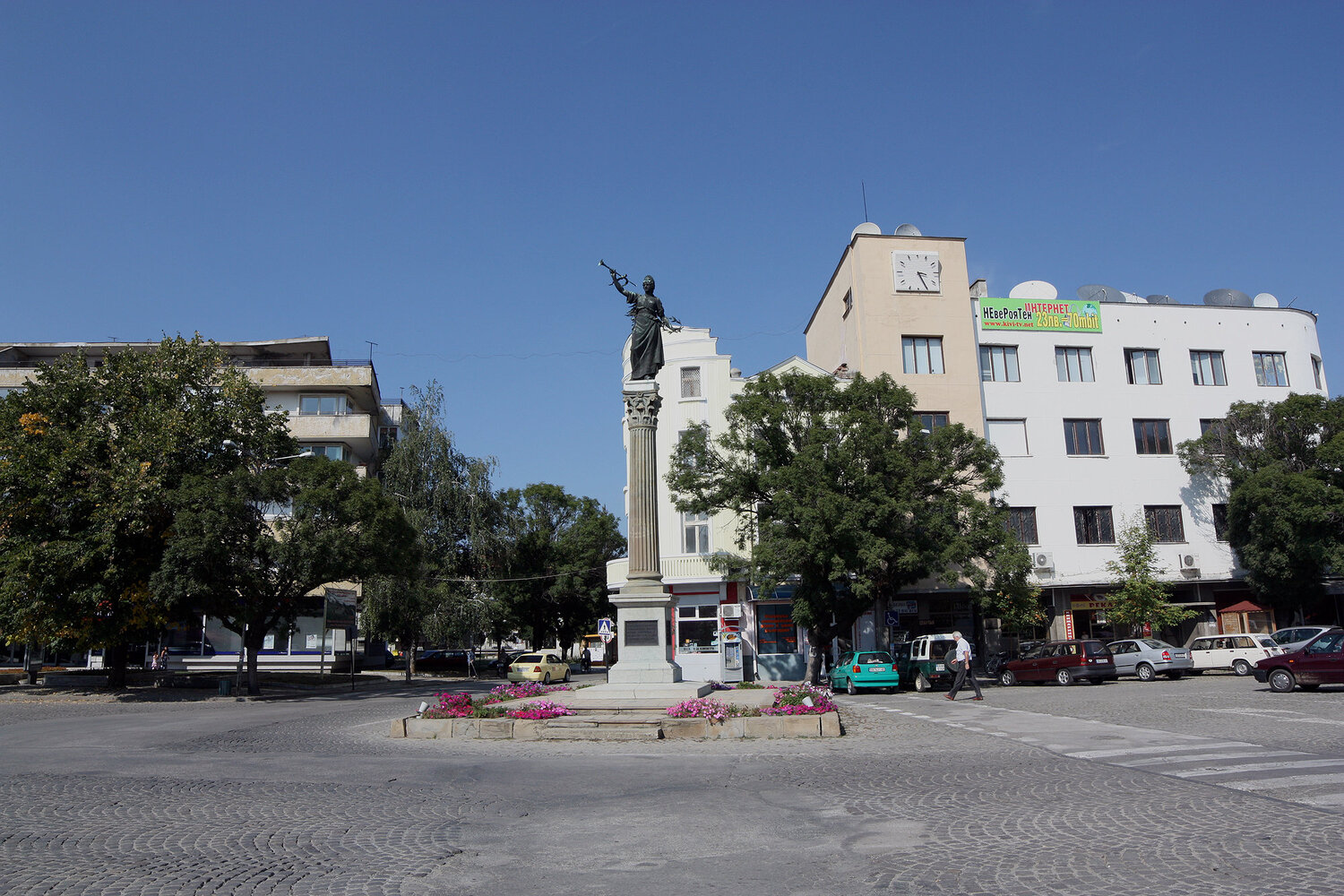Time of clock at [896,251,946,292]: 3:25
